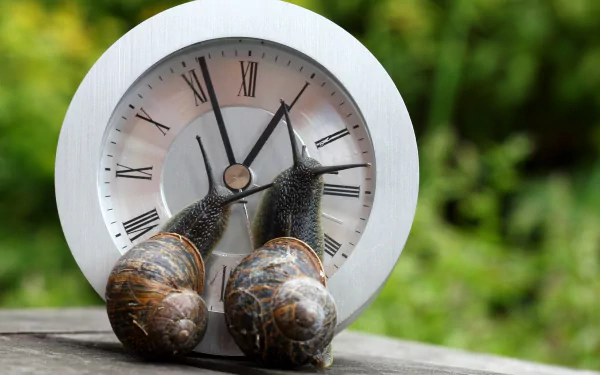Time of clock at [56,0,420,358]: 12:56
